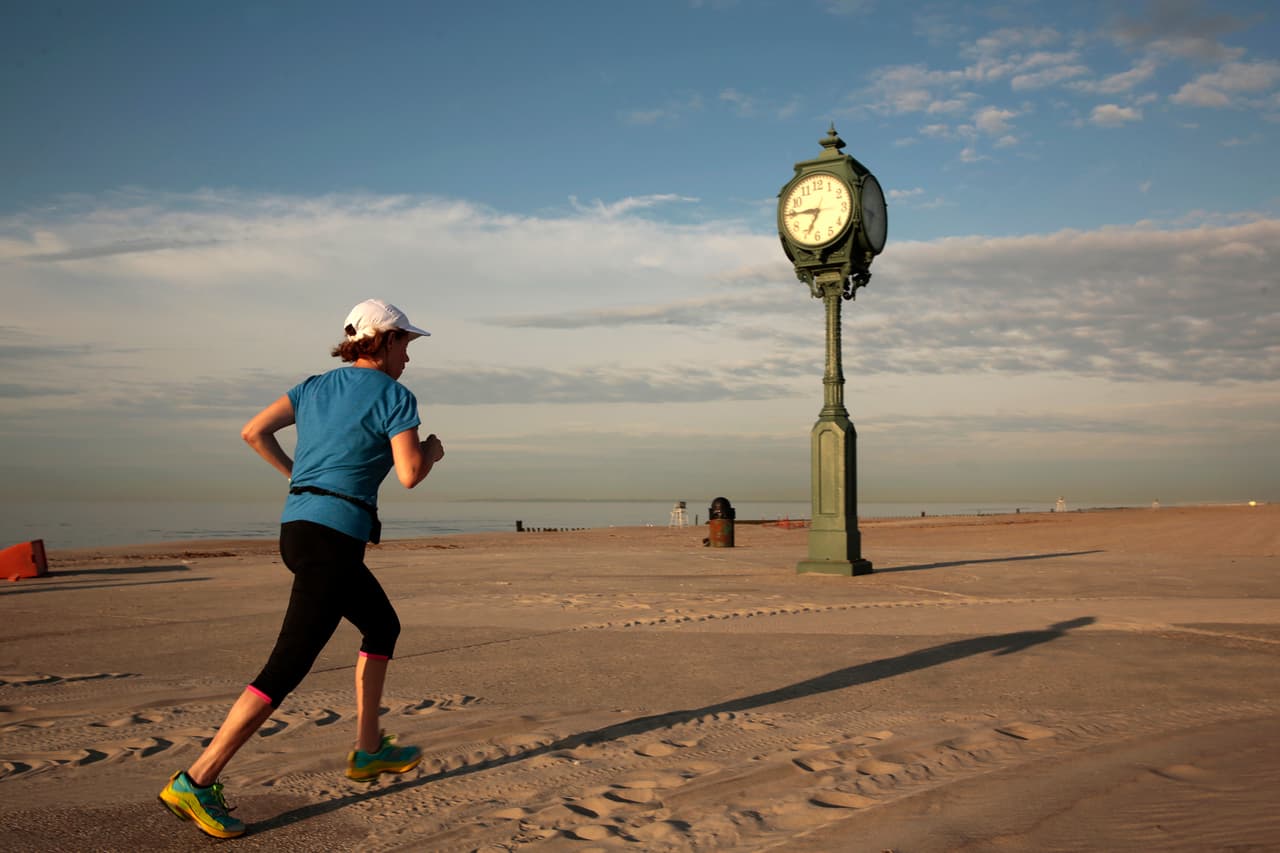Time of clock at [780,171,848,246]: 6:45
